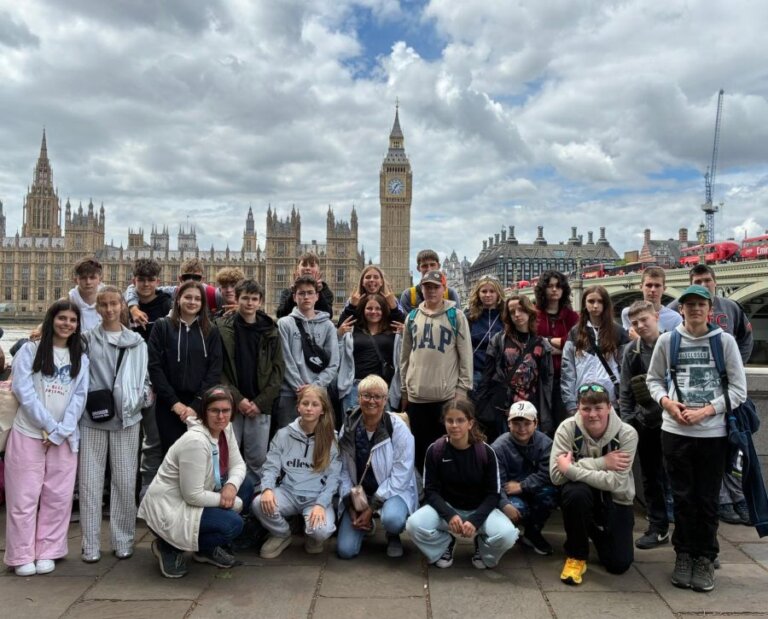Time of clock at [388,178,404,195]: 1:34
